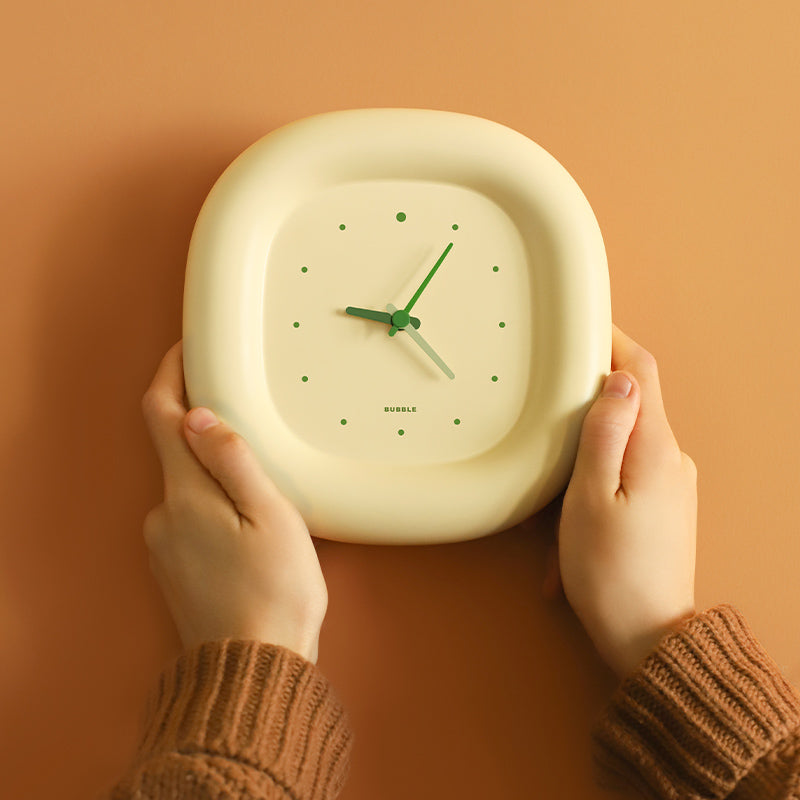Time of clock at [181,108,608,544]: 9:05
